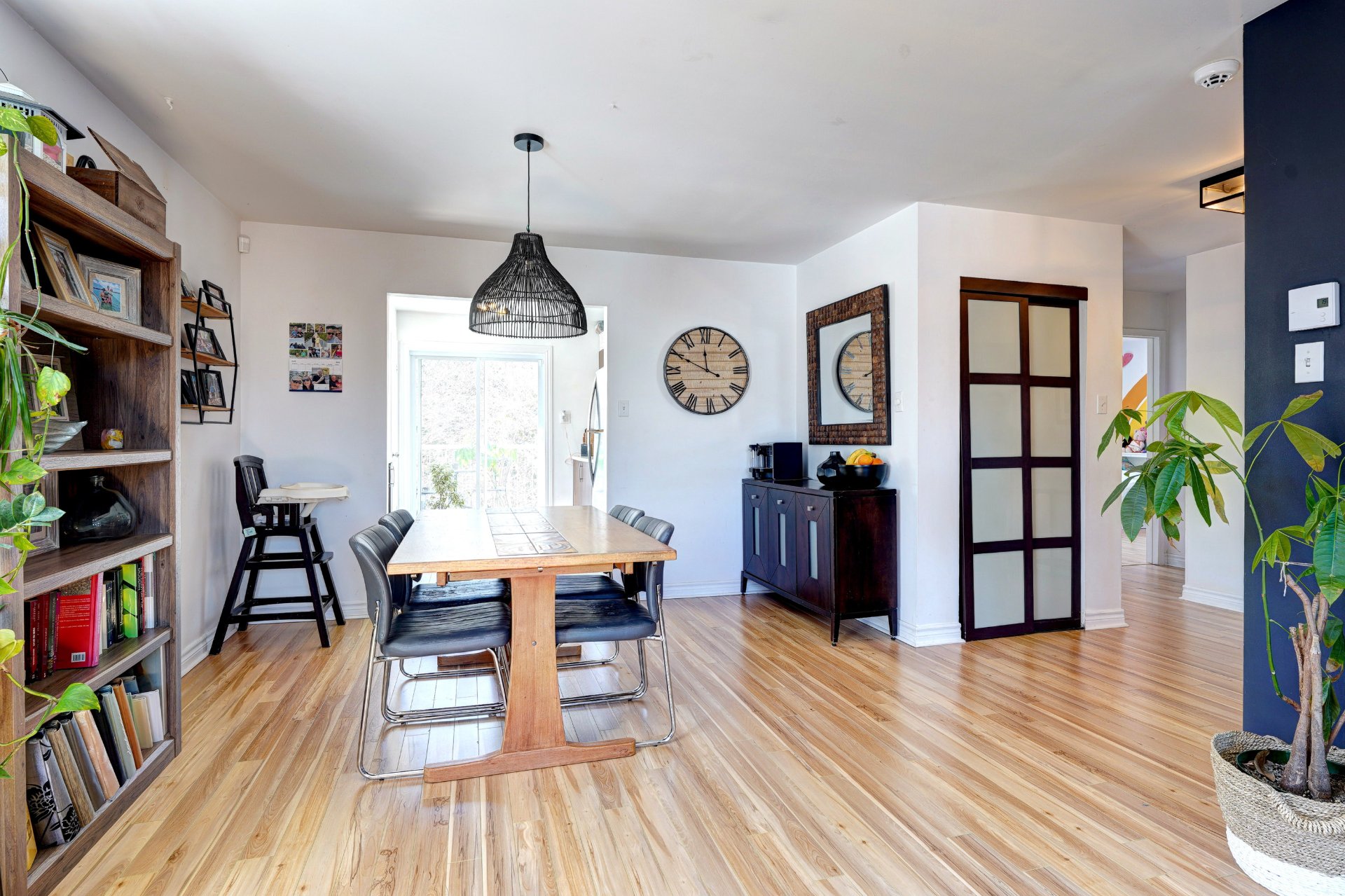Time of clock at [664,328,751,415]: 11:49
